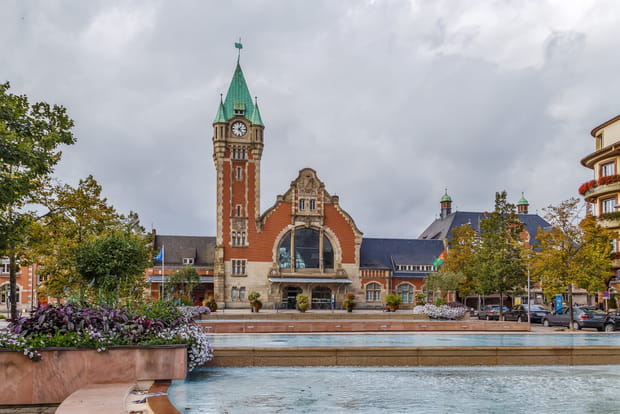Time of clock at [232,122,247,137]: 1:23
